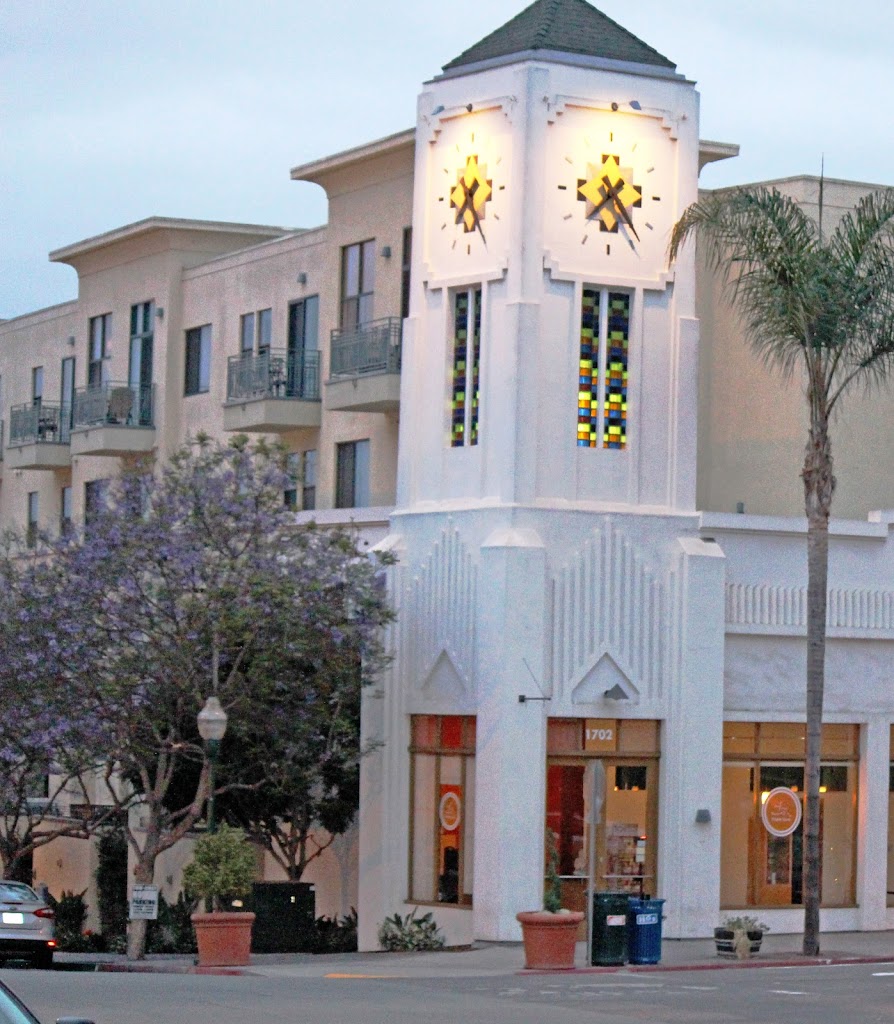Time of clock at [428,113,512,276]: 7:25
